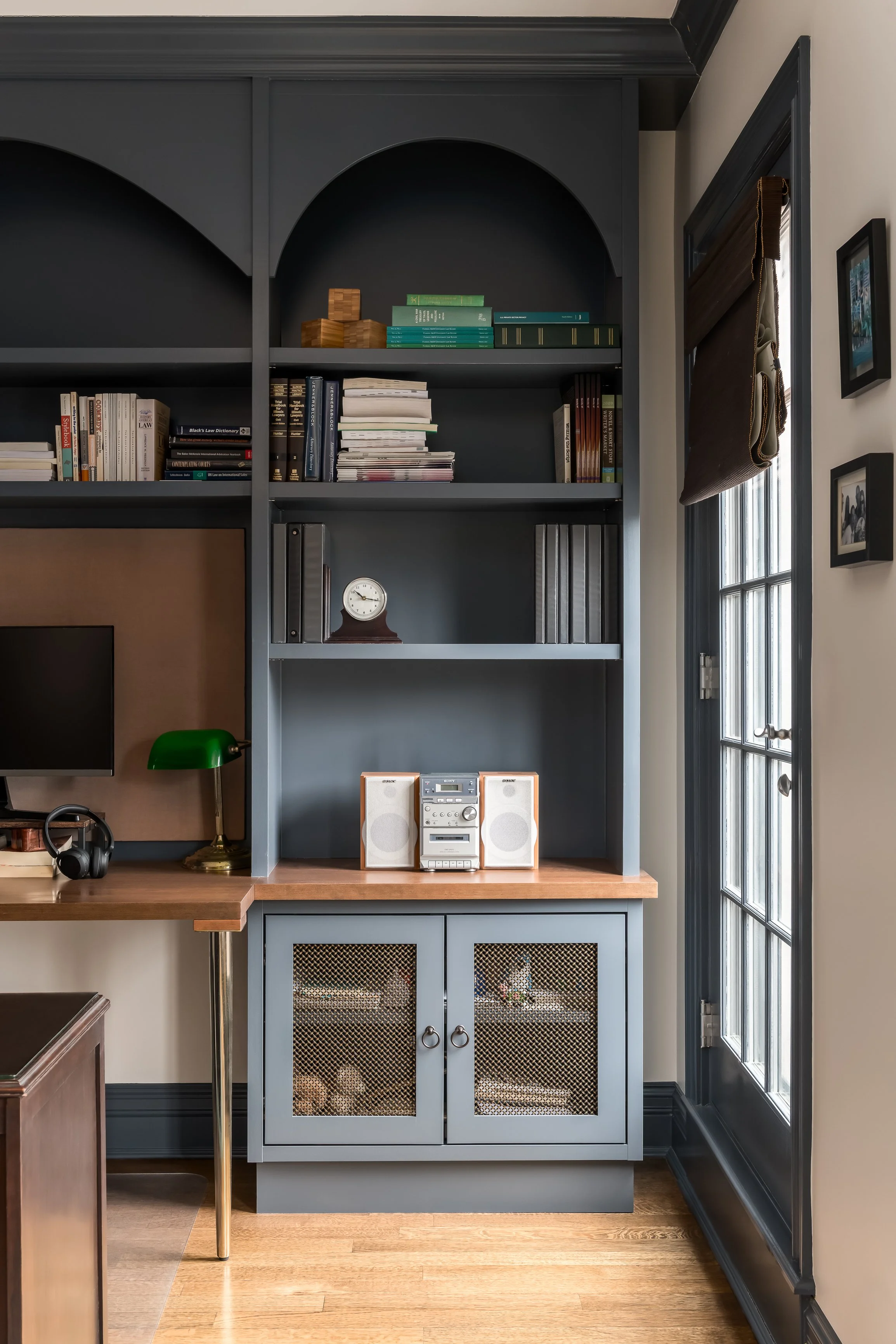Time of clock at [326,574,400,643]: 10:15
